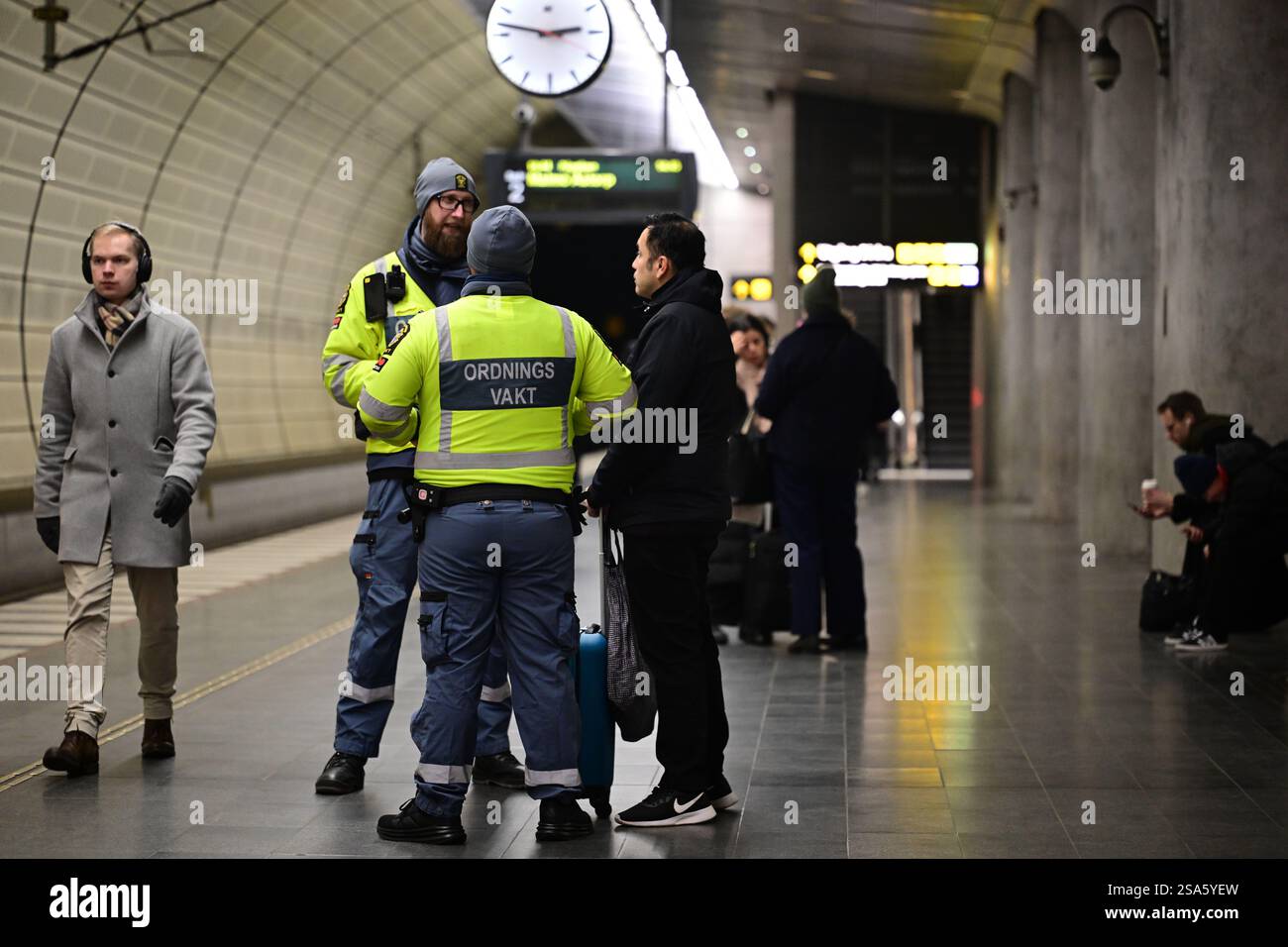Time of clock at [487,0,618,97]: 2:46
